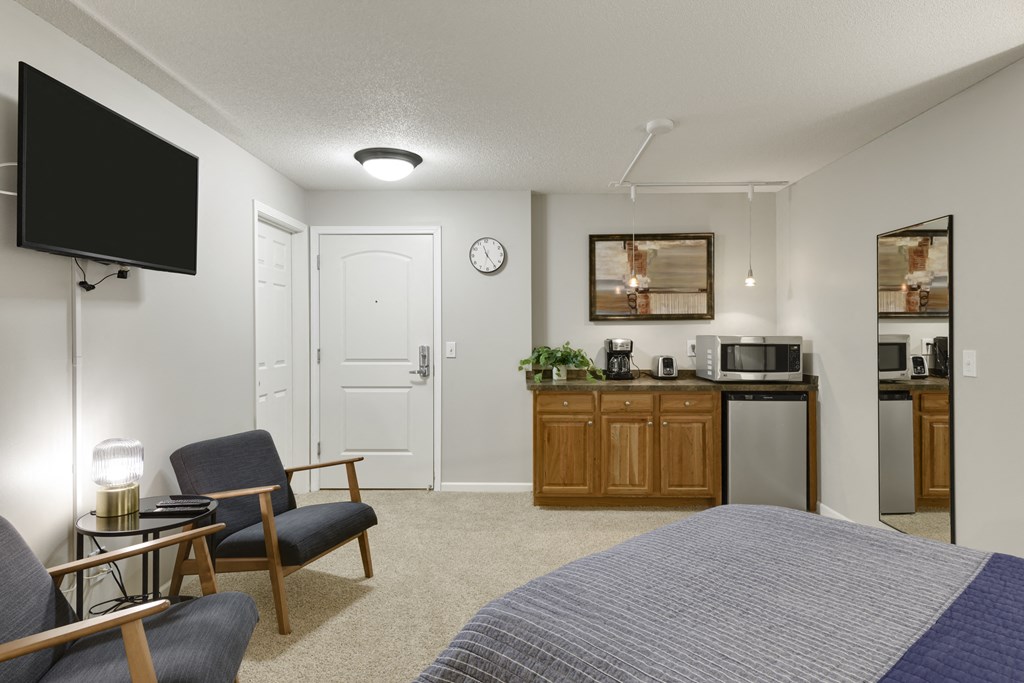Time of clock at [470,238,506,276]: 11:24
